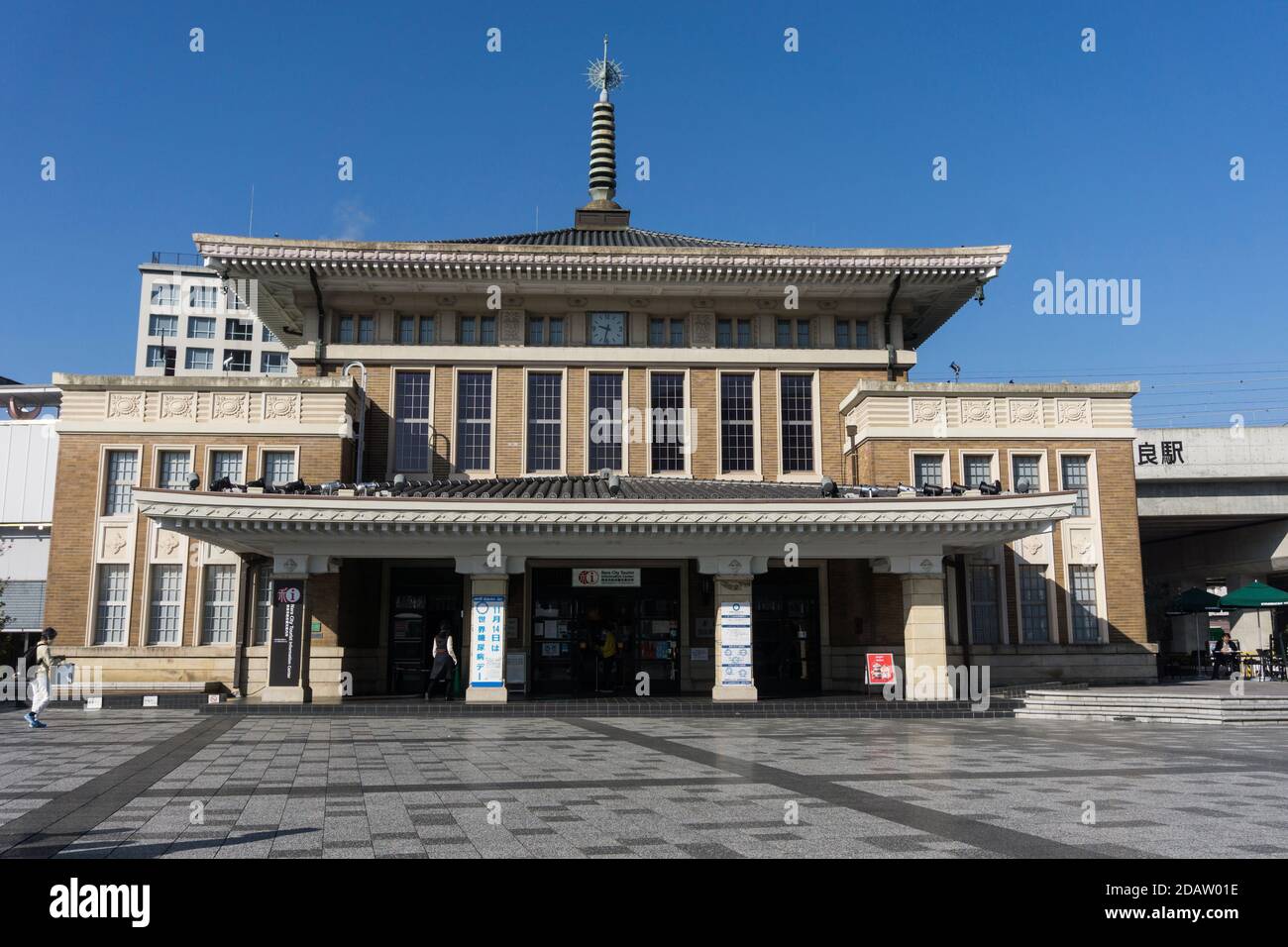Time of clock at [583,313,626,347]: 9:32
